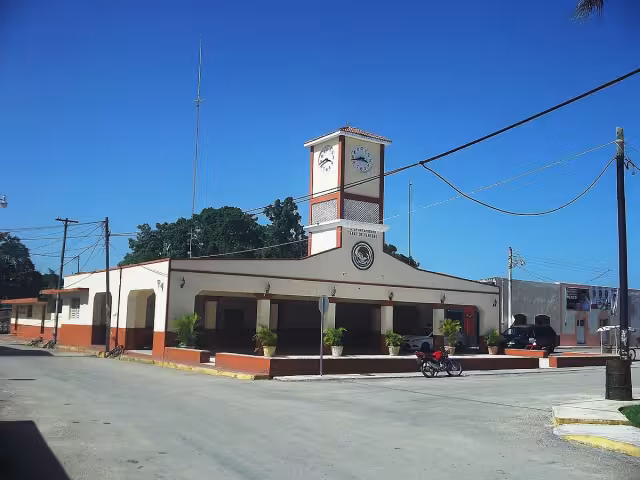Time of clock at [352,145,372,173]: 3:42
